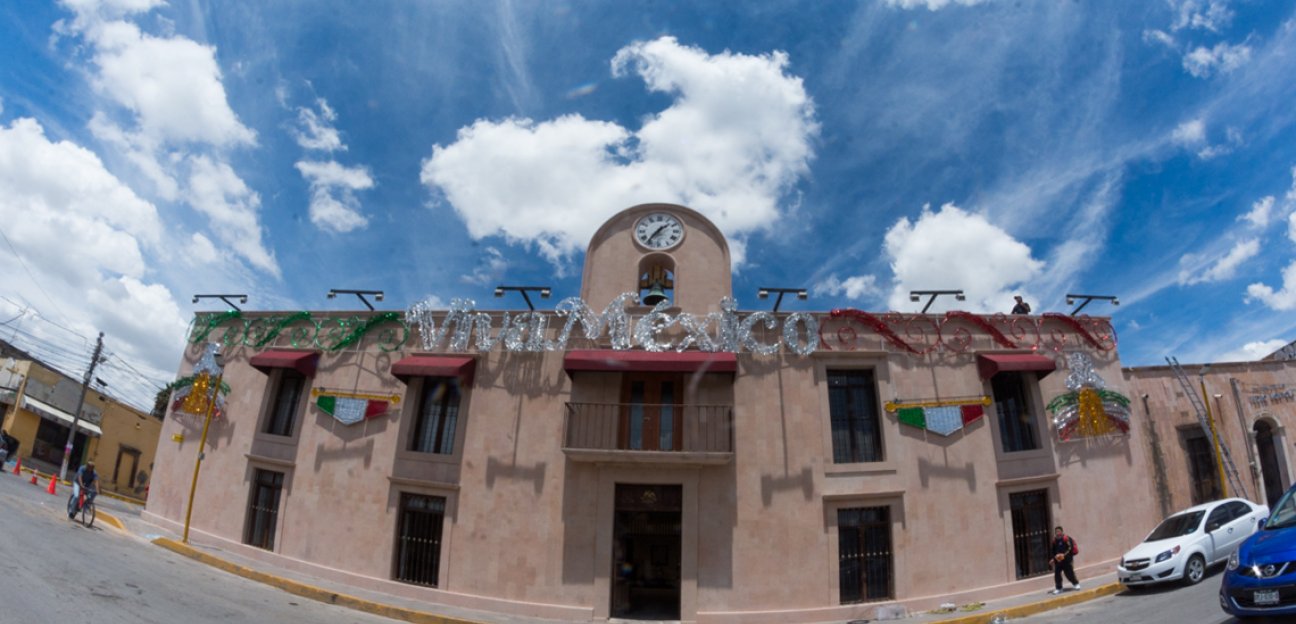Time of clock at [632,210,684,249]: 1:36
